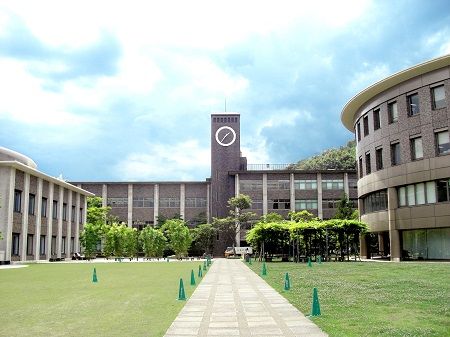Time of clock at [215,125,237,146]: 1:36
